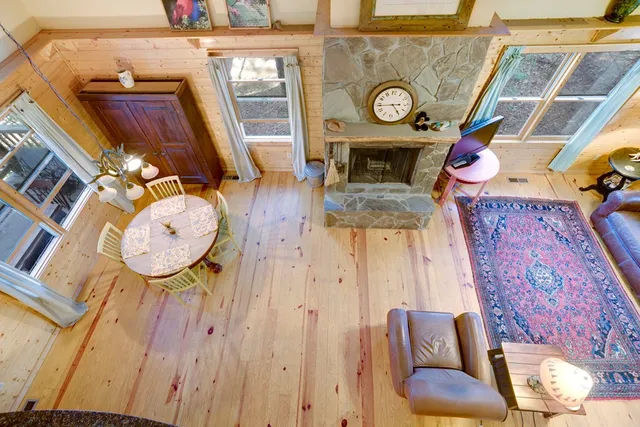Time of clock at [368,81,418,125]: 4:44
